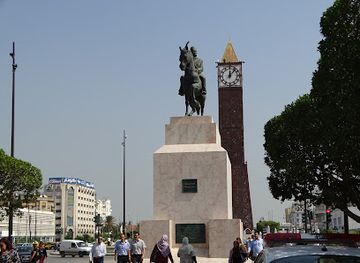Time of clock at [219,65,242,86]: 12:07
